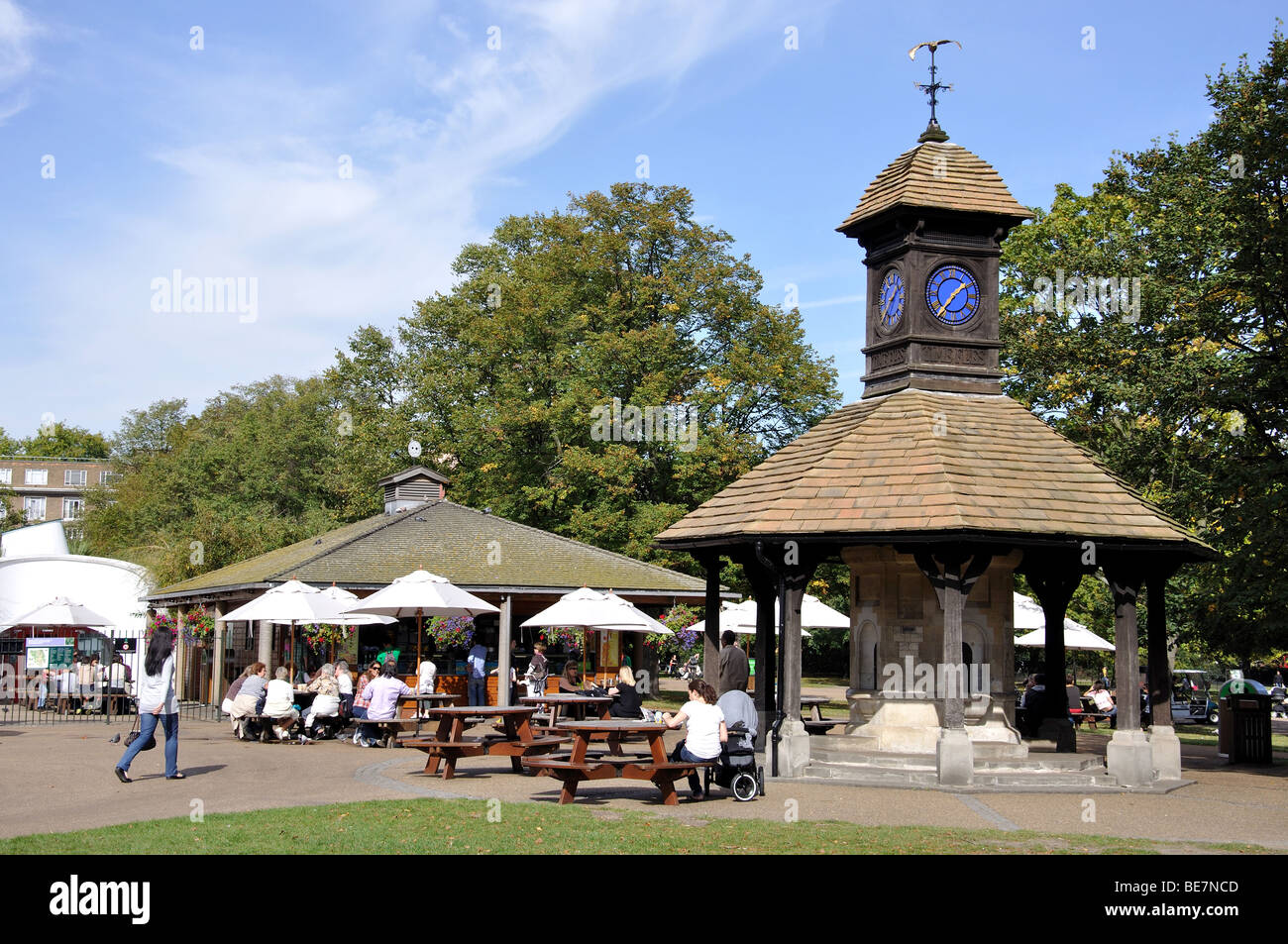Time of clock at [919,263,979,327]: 1:36
